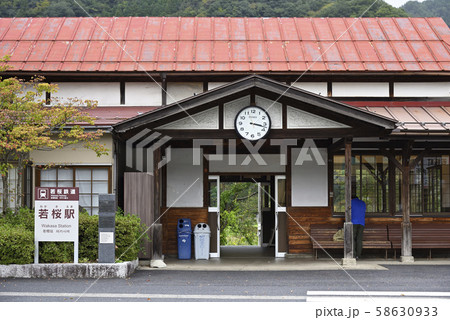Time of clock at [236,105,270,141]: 3:17
